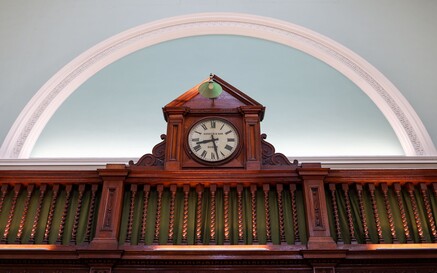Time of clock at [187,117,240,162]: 8:27
